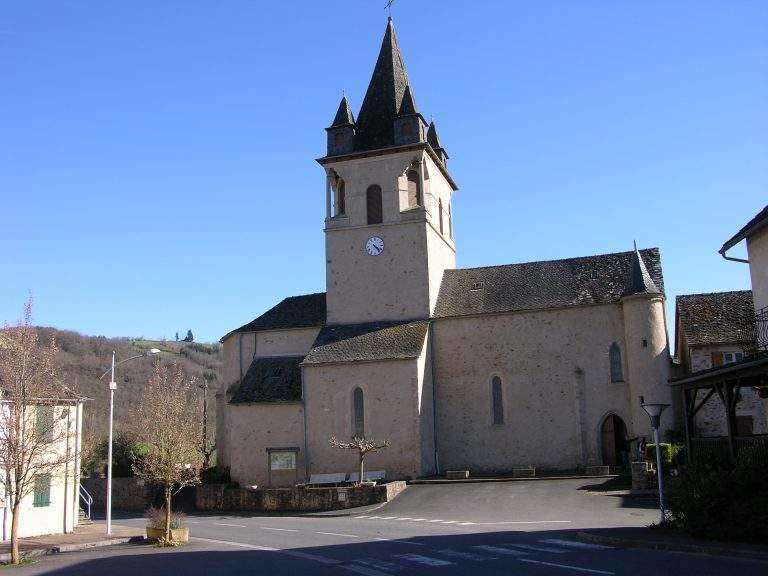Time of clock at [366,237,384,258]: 4:22
